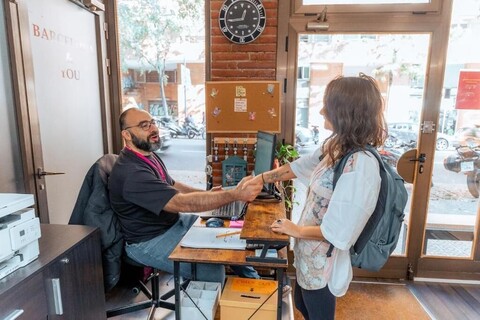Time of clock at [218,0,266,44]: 12:44
